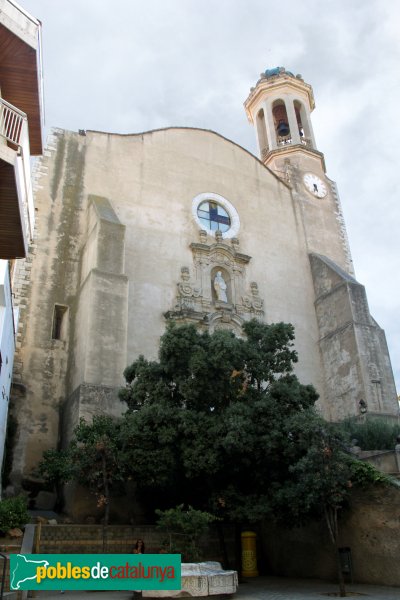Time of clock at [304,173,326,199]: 5:33
